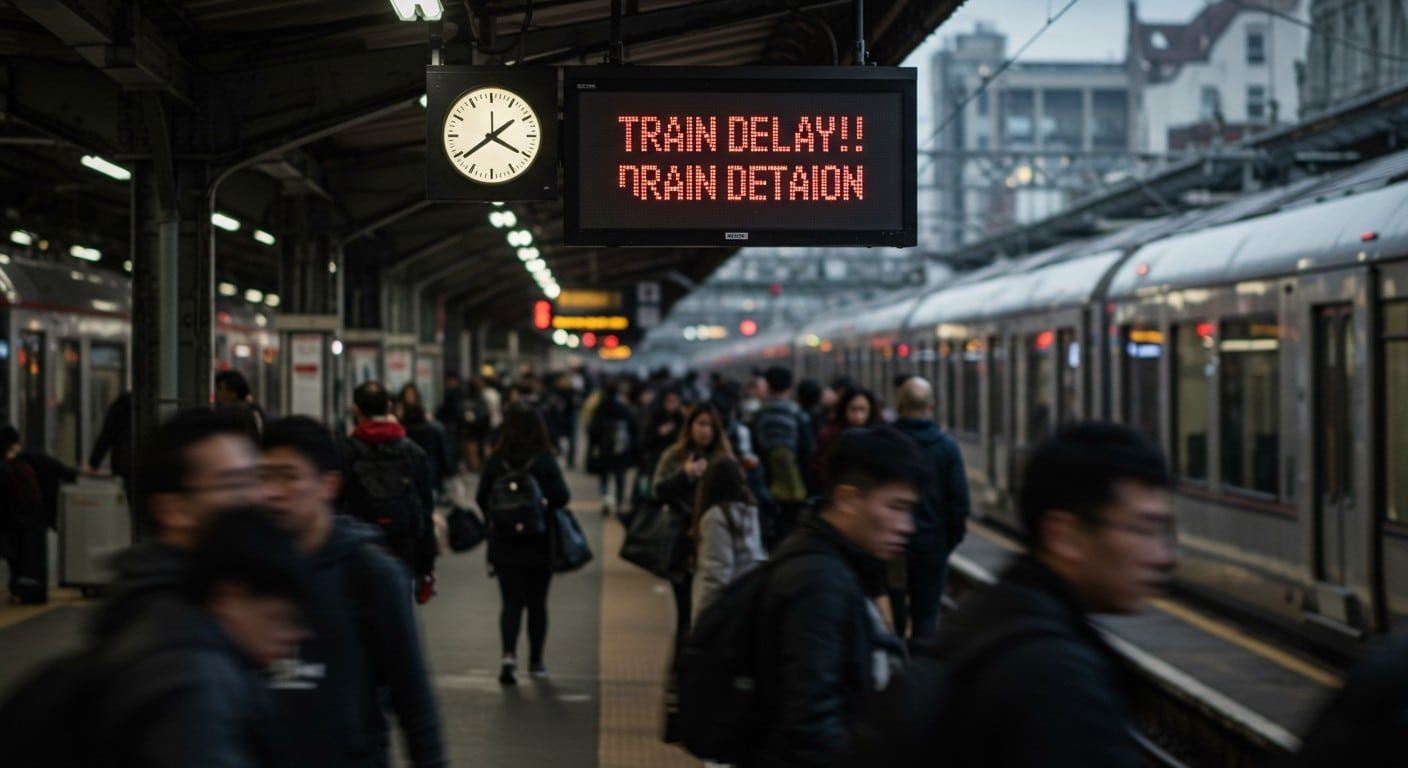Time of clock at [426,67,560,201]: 1:39
